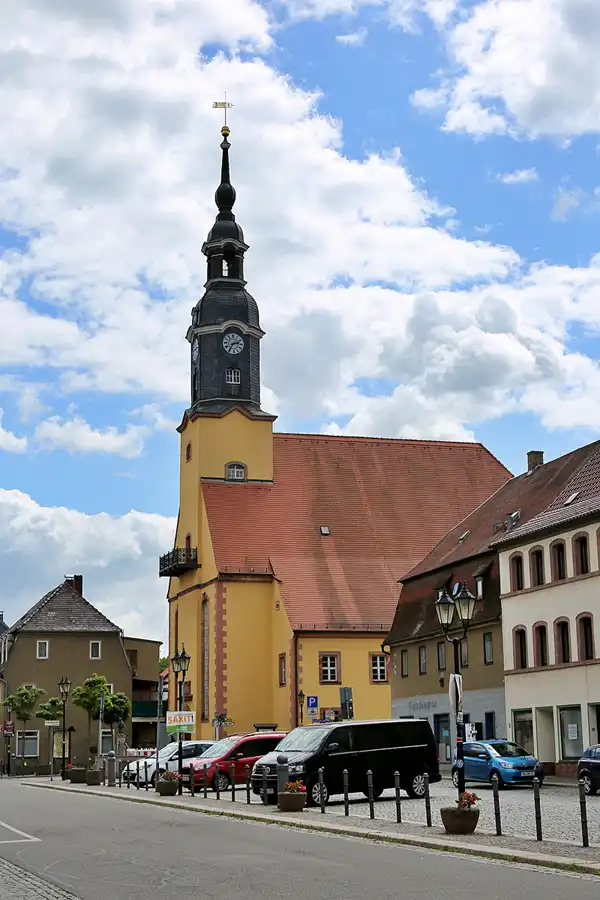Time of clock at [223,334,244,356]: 2:36
